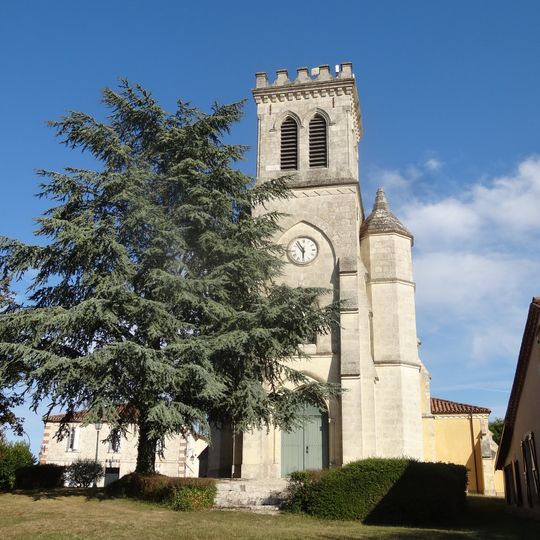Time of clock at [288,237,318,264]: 5:54
